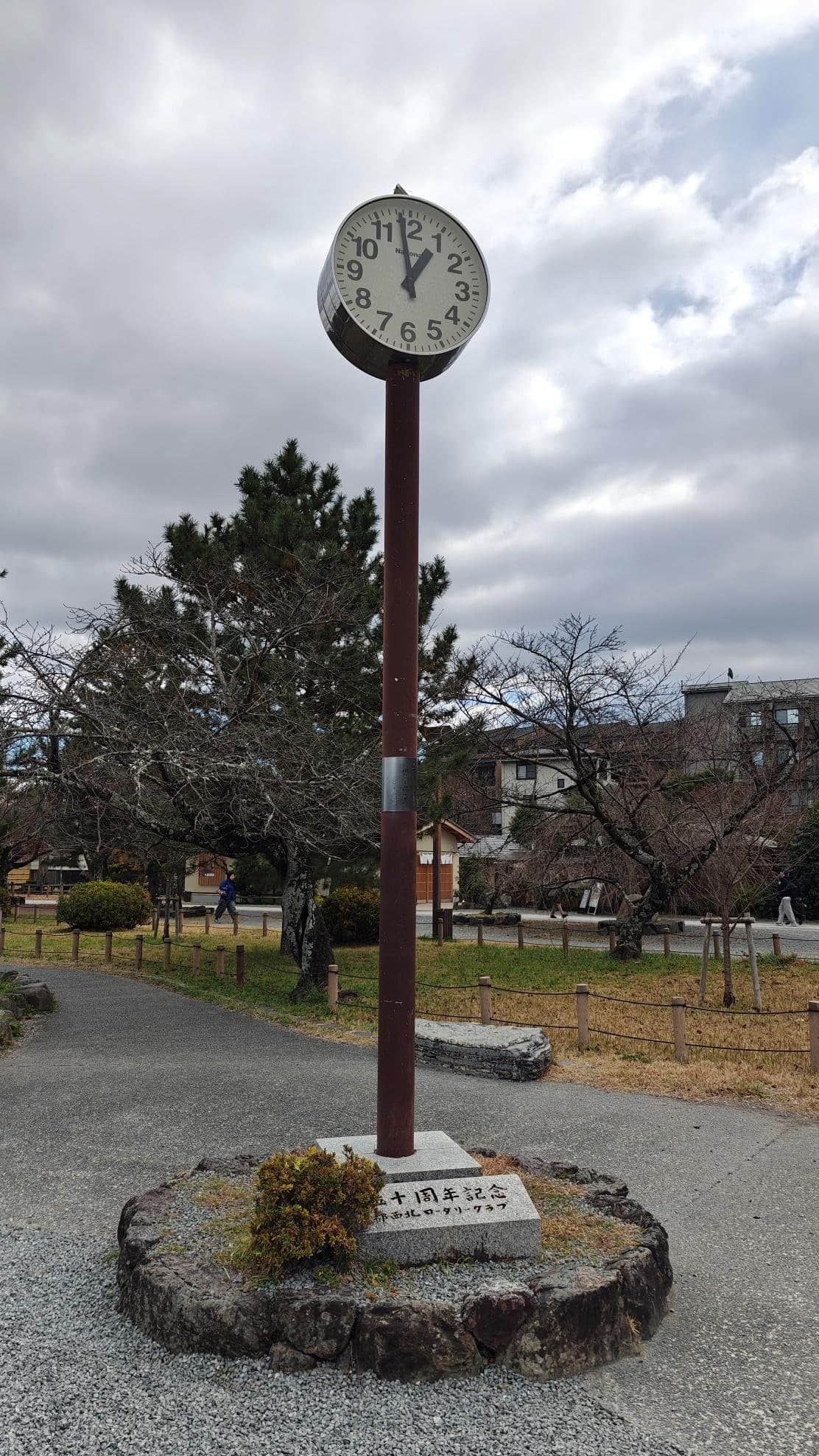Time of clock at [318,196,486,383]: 12:58
